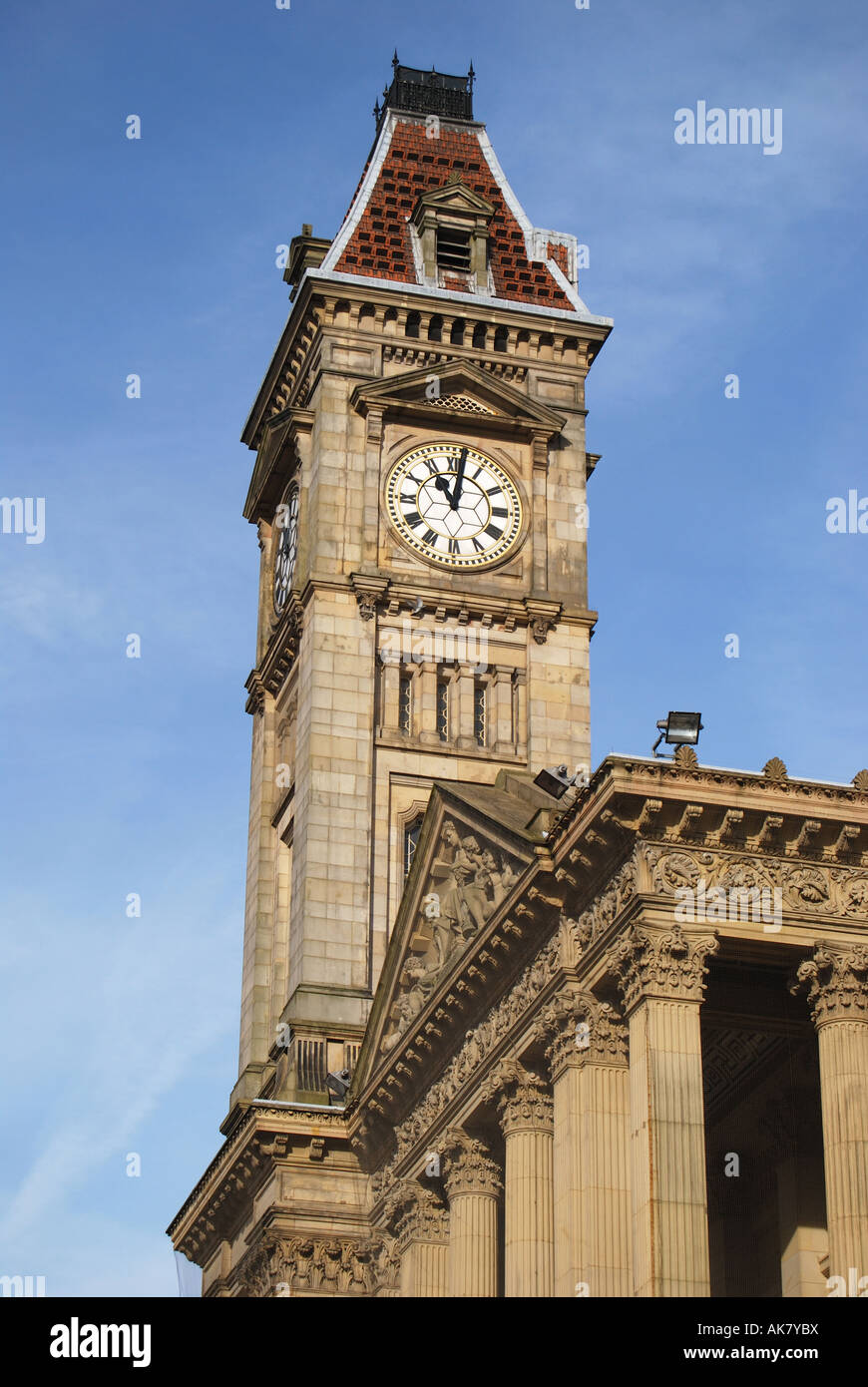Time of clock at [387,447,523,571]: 11:01
